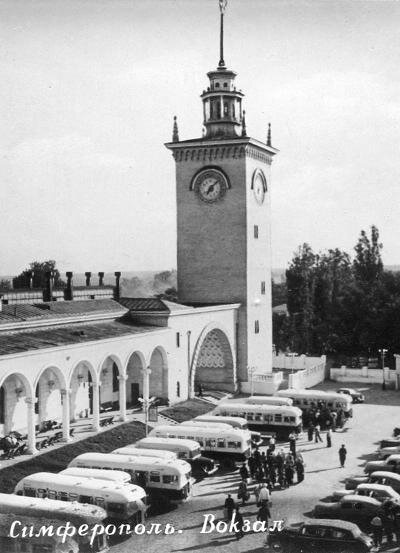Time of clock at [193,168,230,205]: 7:08
